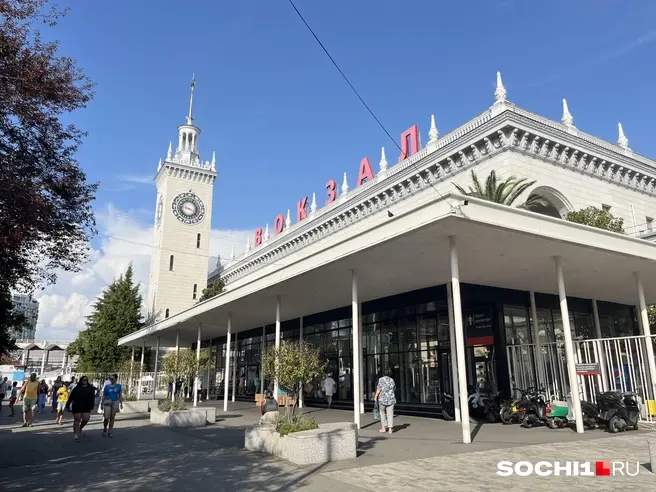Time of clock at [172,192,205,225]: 3:47
